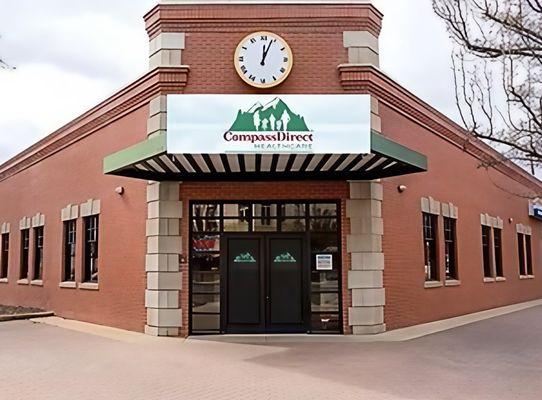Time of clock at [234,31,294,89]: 12:03
